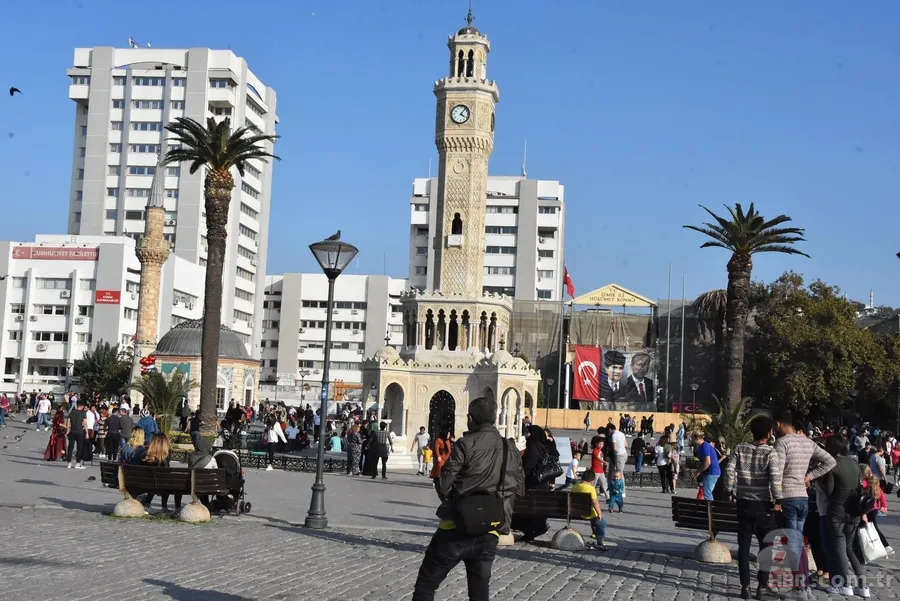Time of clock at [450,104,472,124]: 4:06
